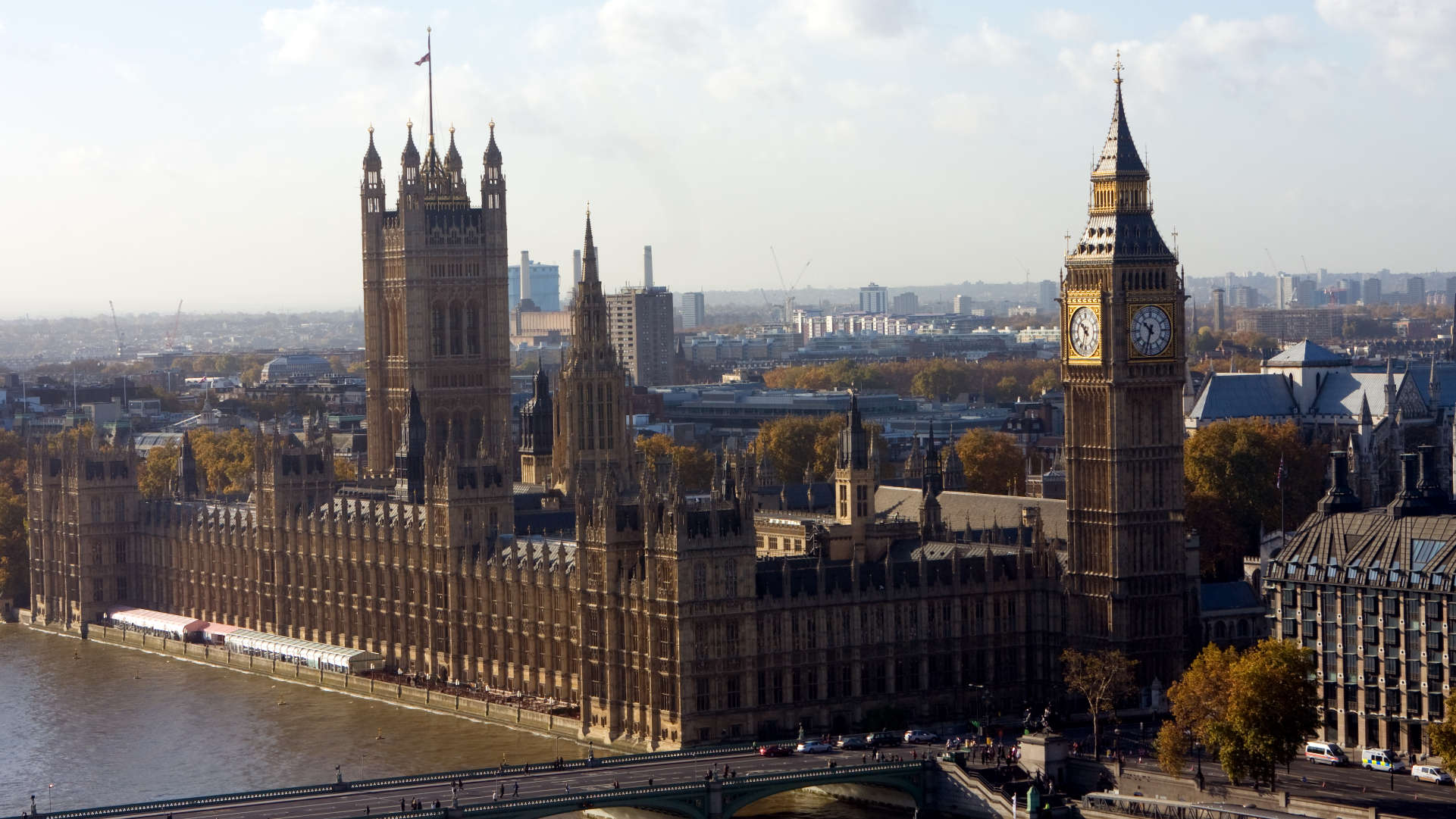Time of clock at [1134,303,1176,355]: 10:33
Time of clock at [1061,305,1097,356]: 10:33
